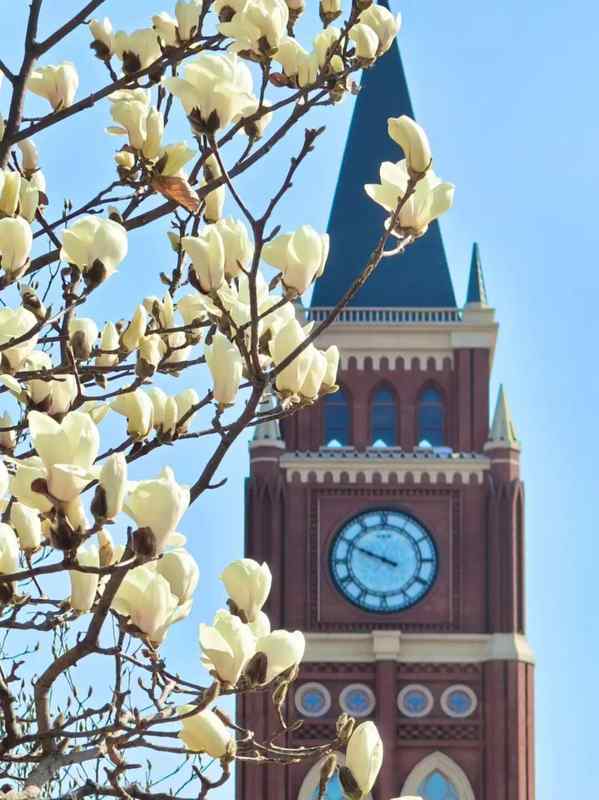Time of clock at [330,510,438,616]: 9:49
